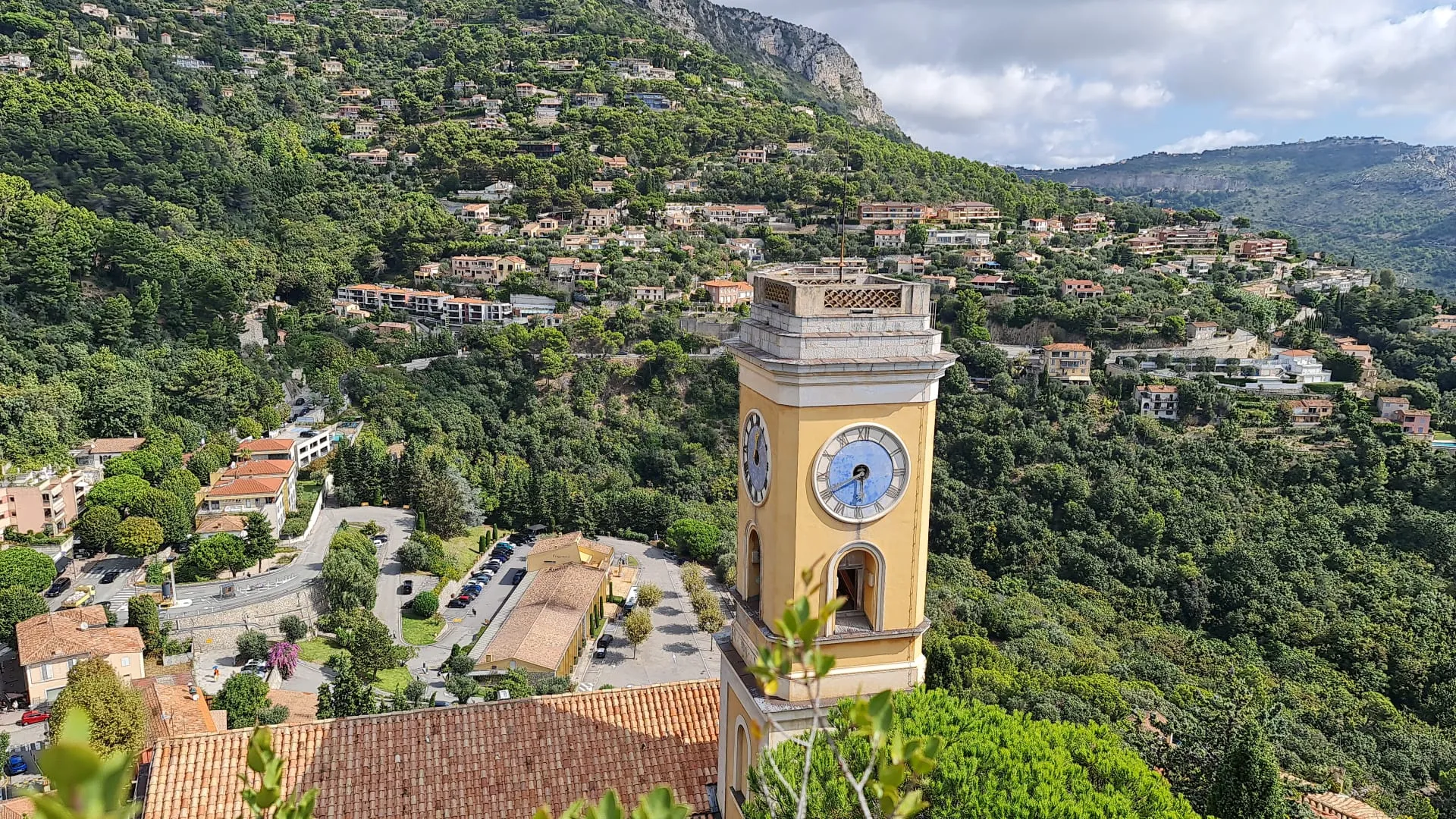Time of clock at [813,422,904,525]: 5:40
